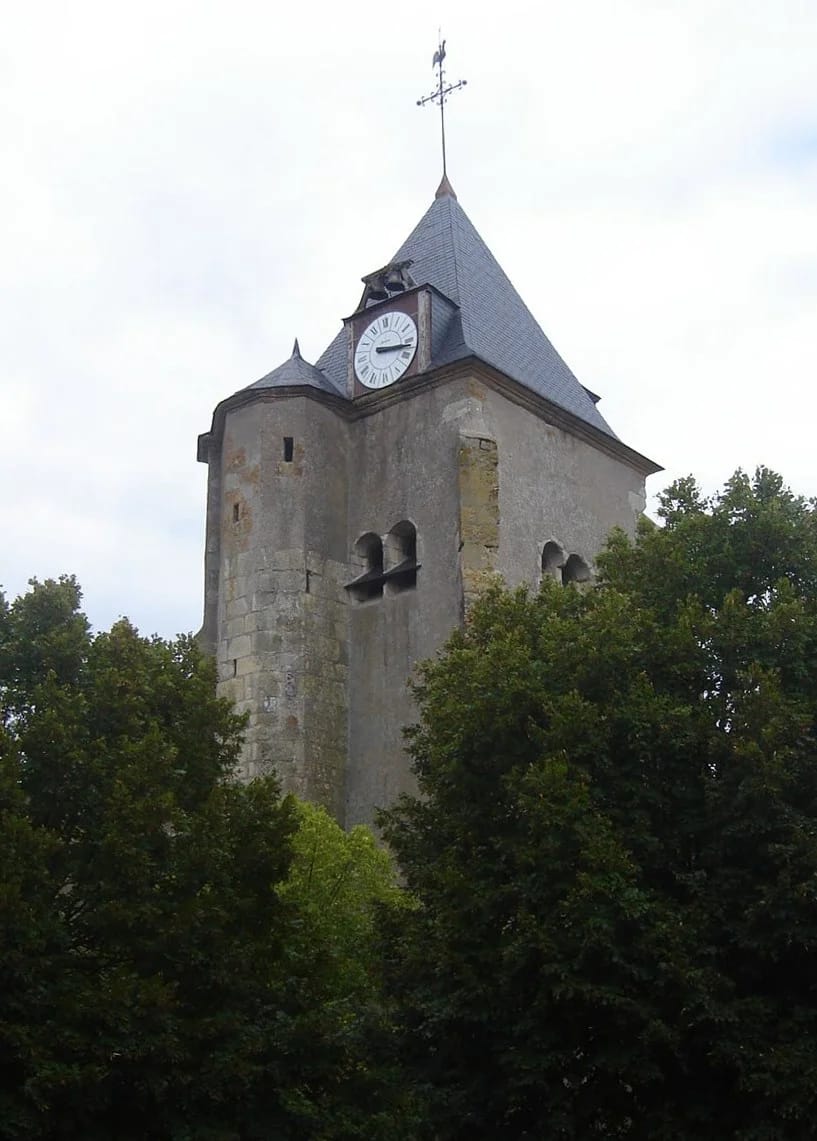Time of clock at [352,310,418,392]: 3:17
